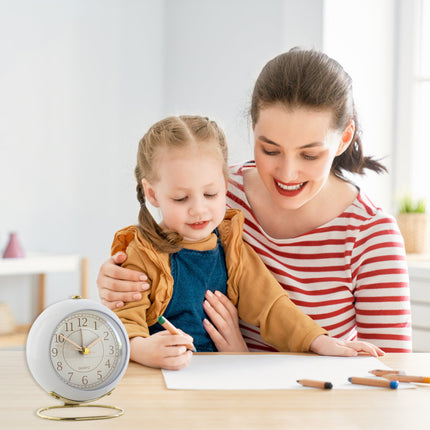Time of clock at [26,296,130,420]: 1:50
